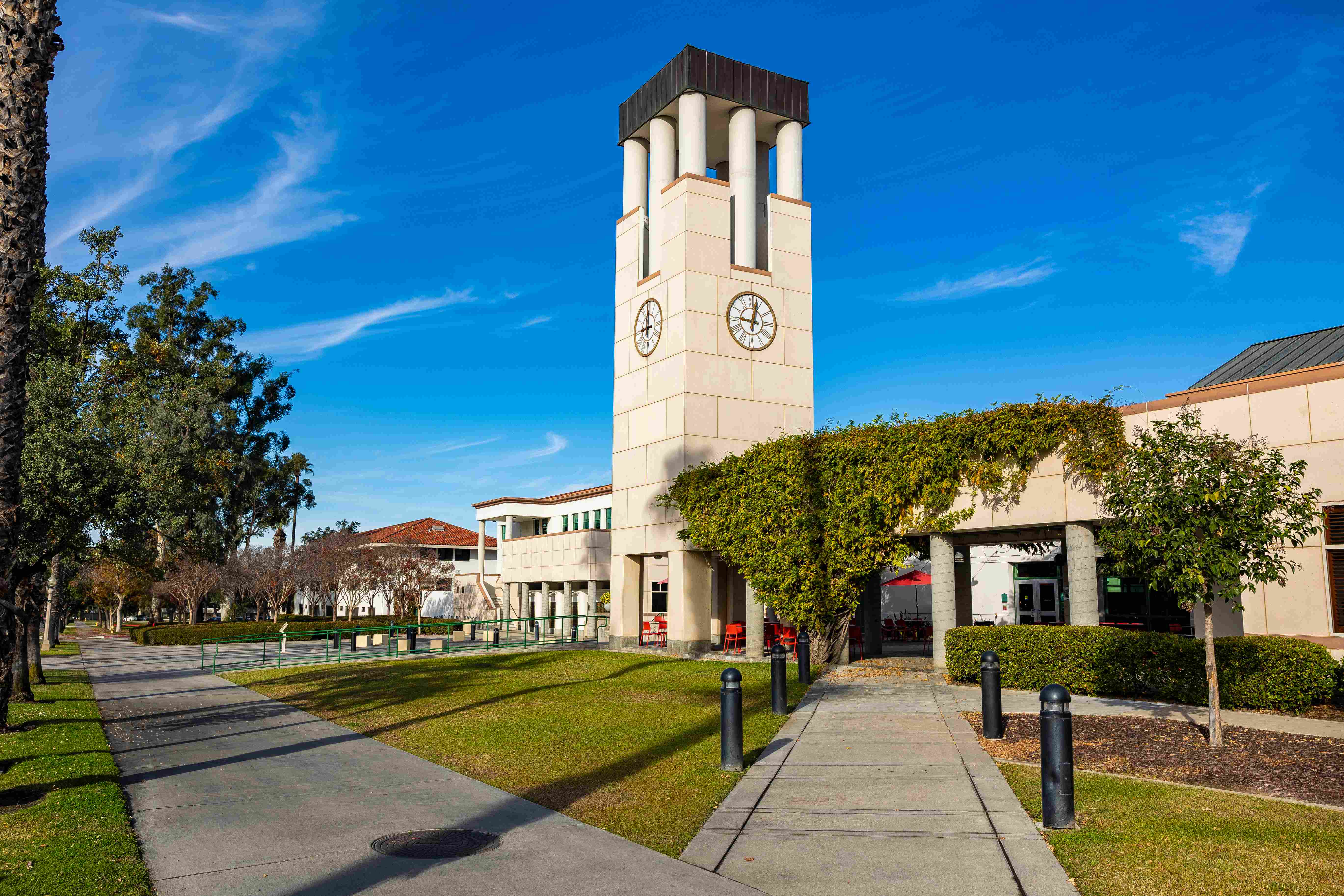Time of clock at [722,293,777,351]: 9:01
